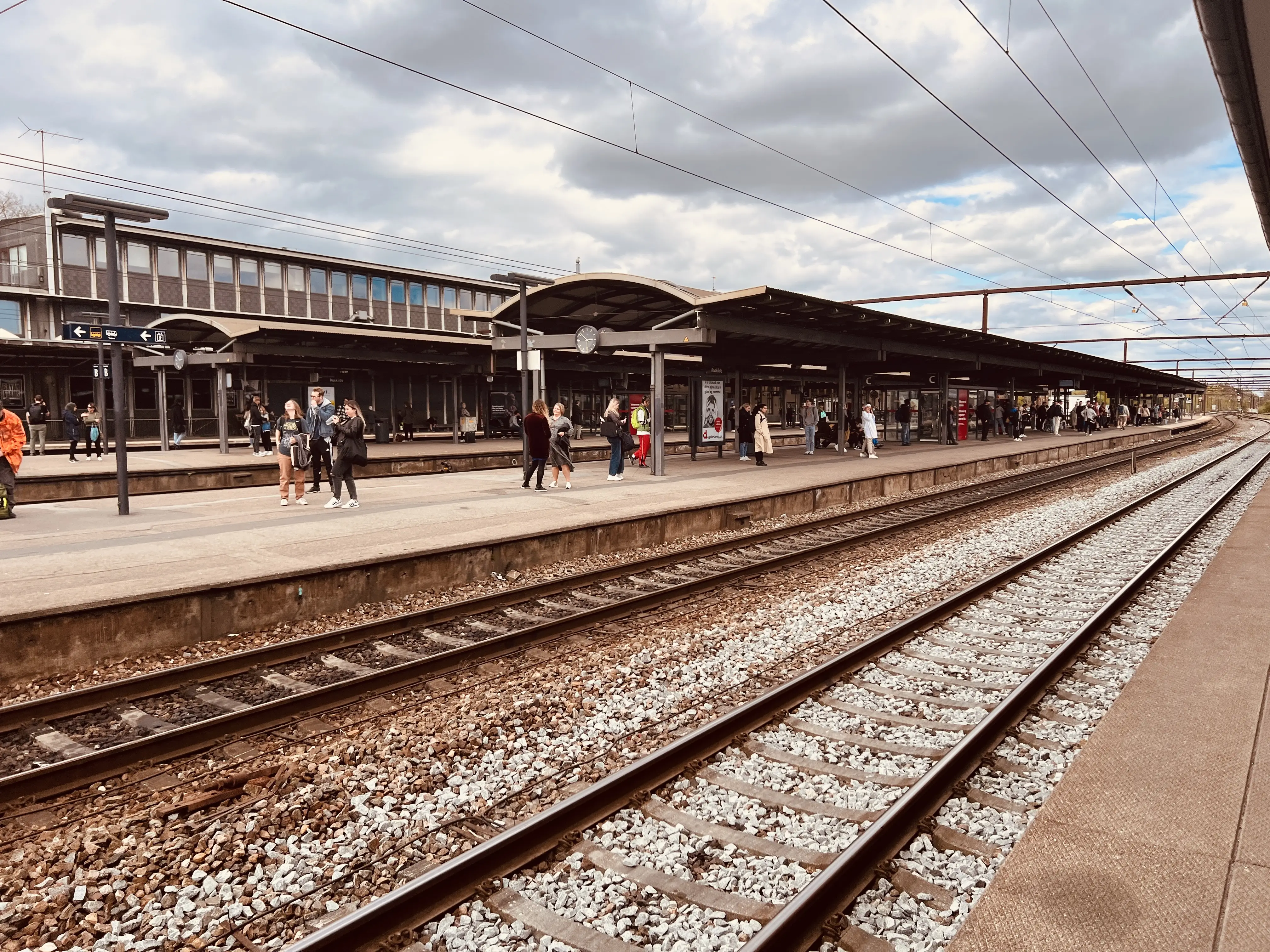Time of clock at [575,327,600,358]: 2:51
